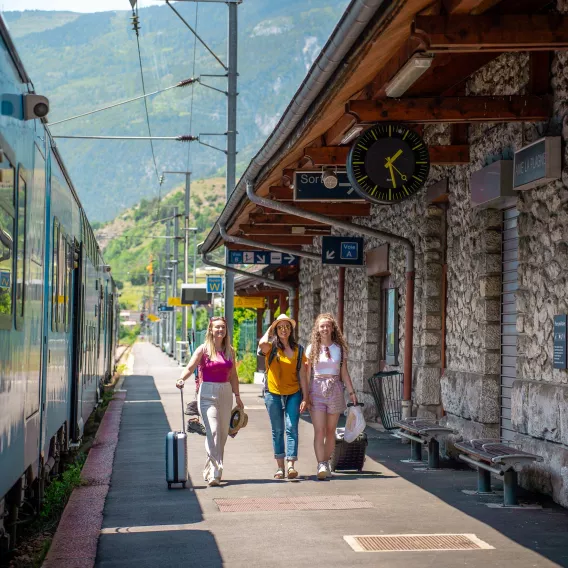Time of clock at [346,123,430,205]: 1:28
